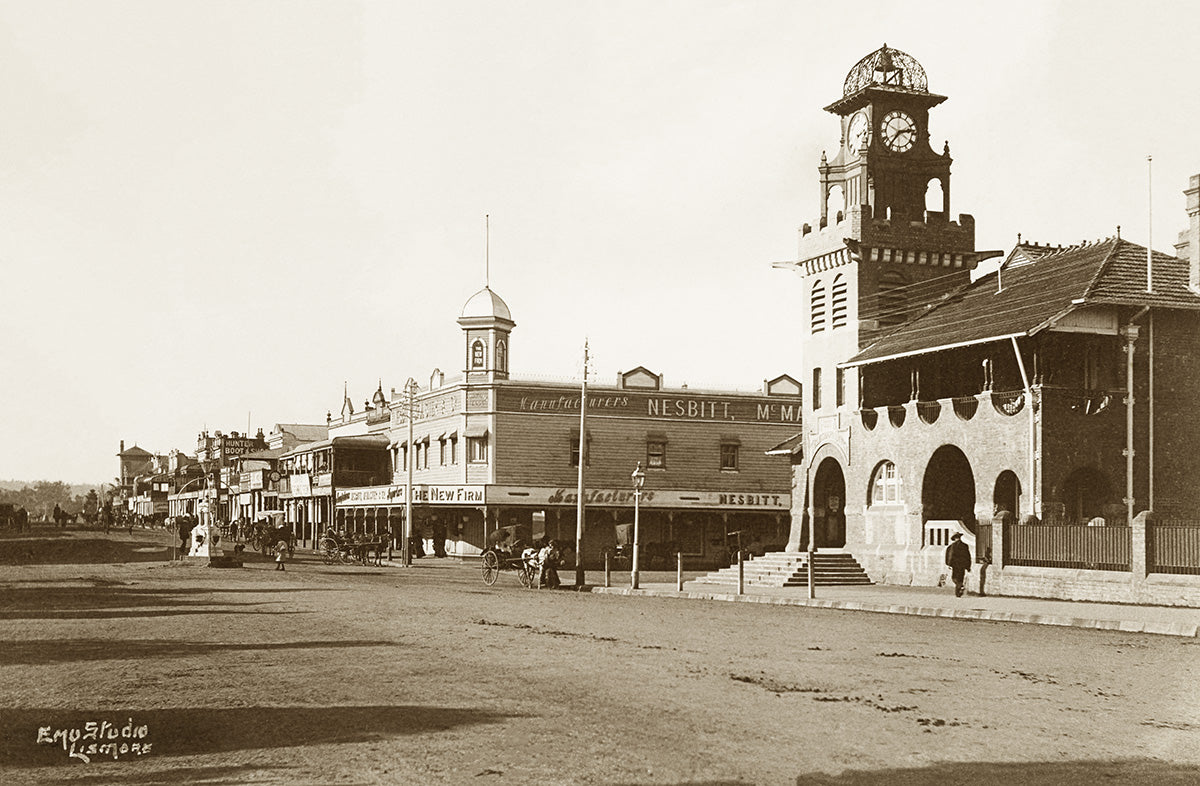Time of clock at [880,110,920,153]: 2:36
